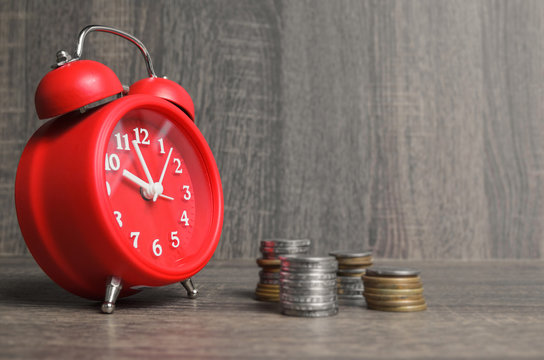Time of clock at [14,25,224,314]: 9:57
